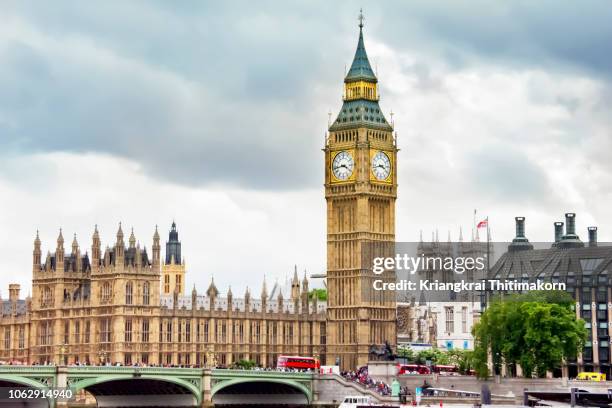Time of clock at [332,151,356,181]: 3:43
